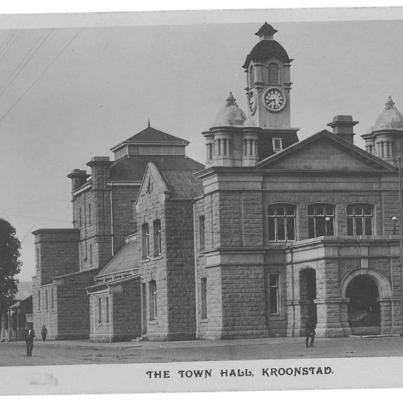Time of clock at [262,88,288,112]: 8:28
